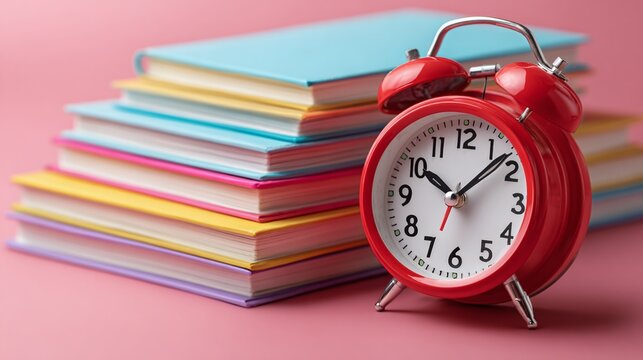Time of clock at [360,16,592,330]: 10:07
